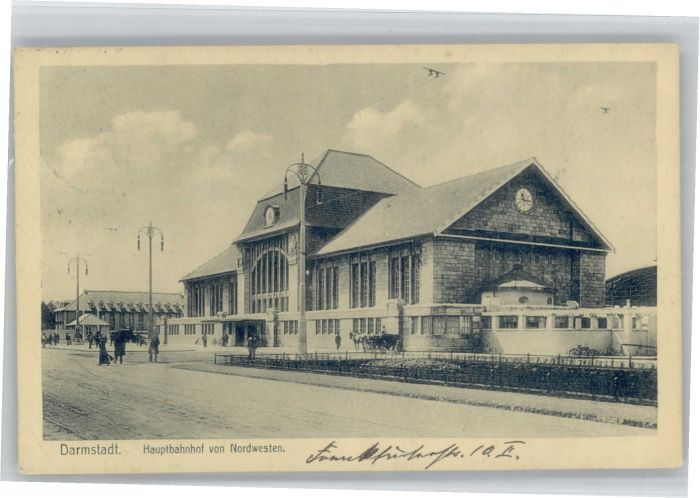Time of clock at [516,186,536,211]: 11:16
